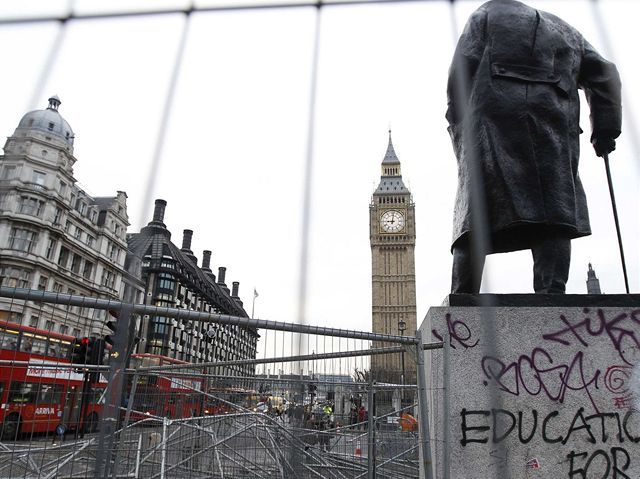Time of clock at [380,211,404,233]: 9:01
